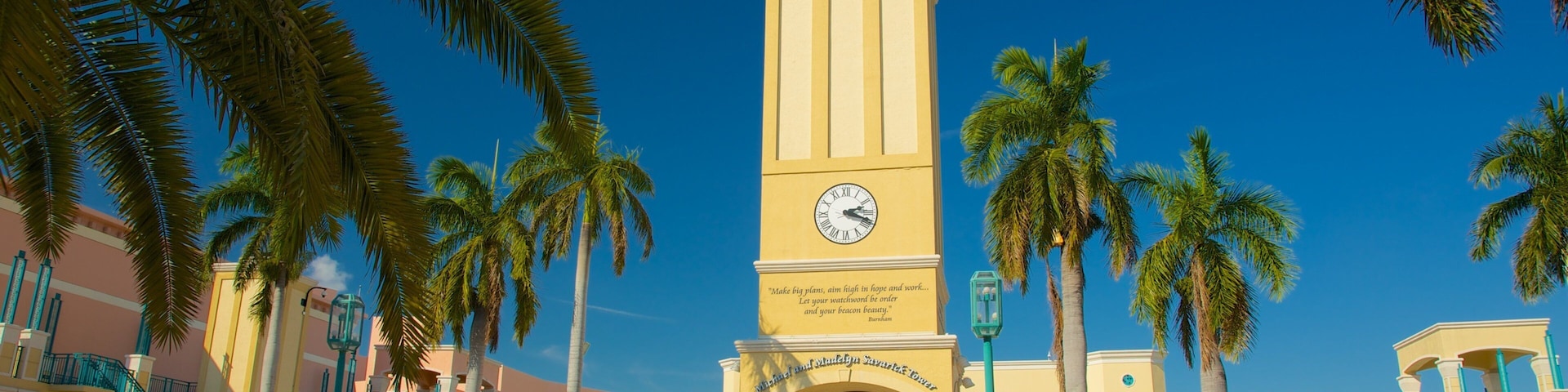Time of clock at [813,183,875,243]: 2:18
